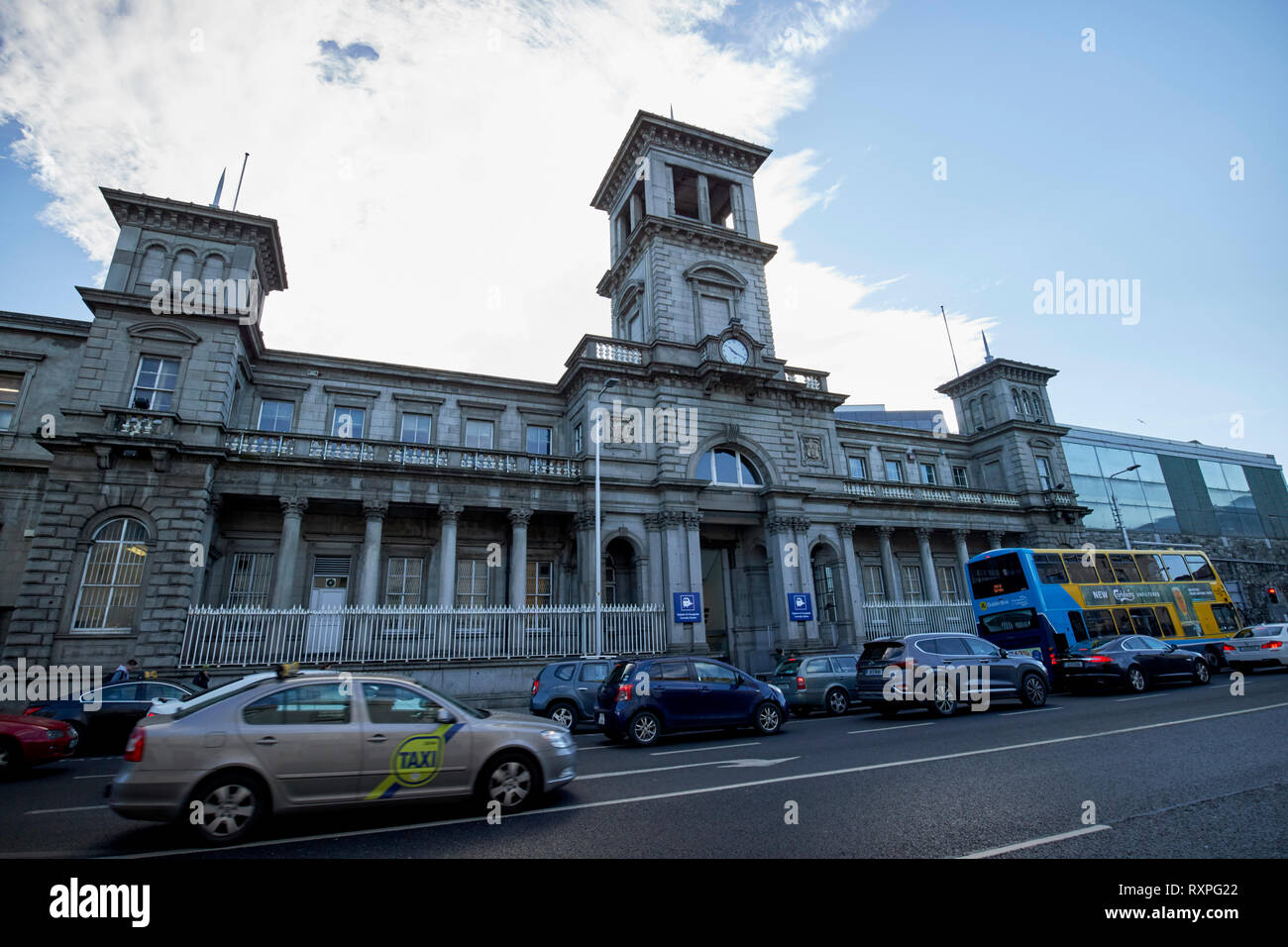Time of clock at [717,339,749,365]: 10:18
